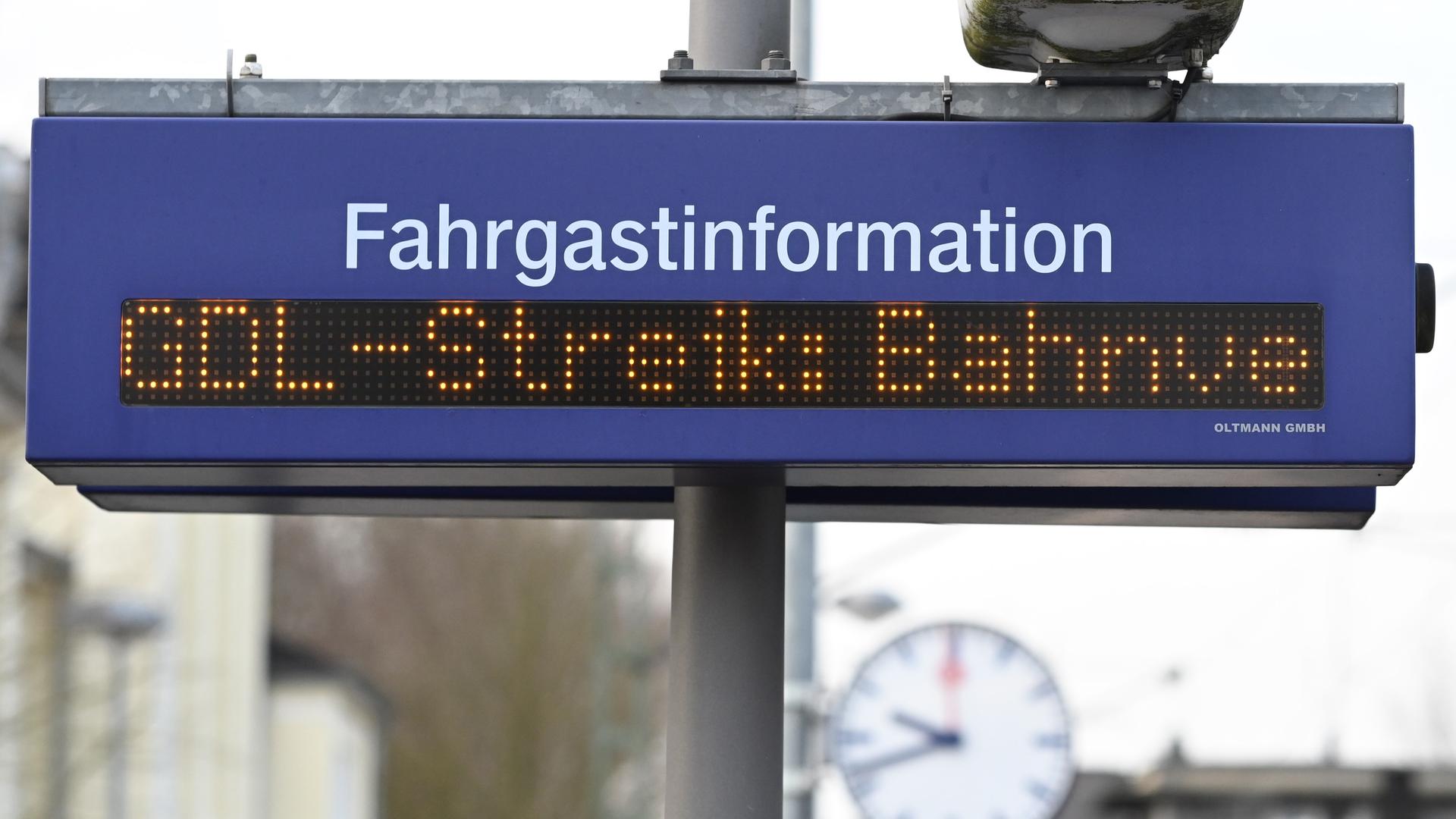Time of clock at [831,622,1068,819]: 9:41
